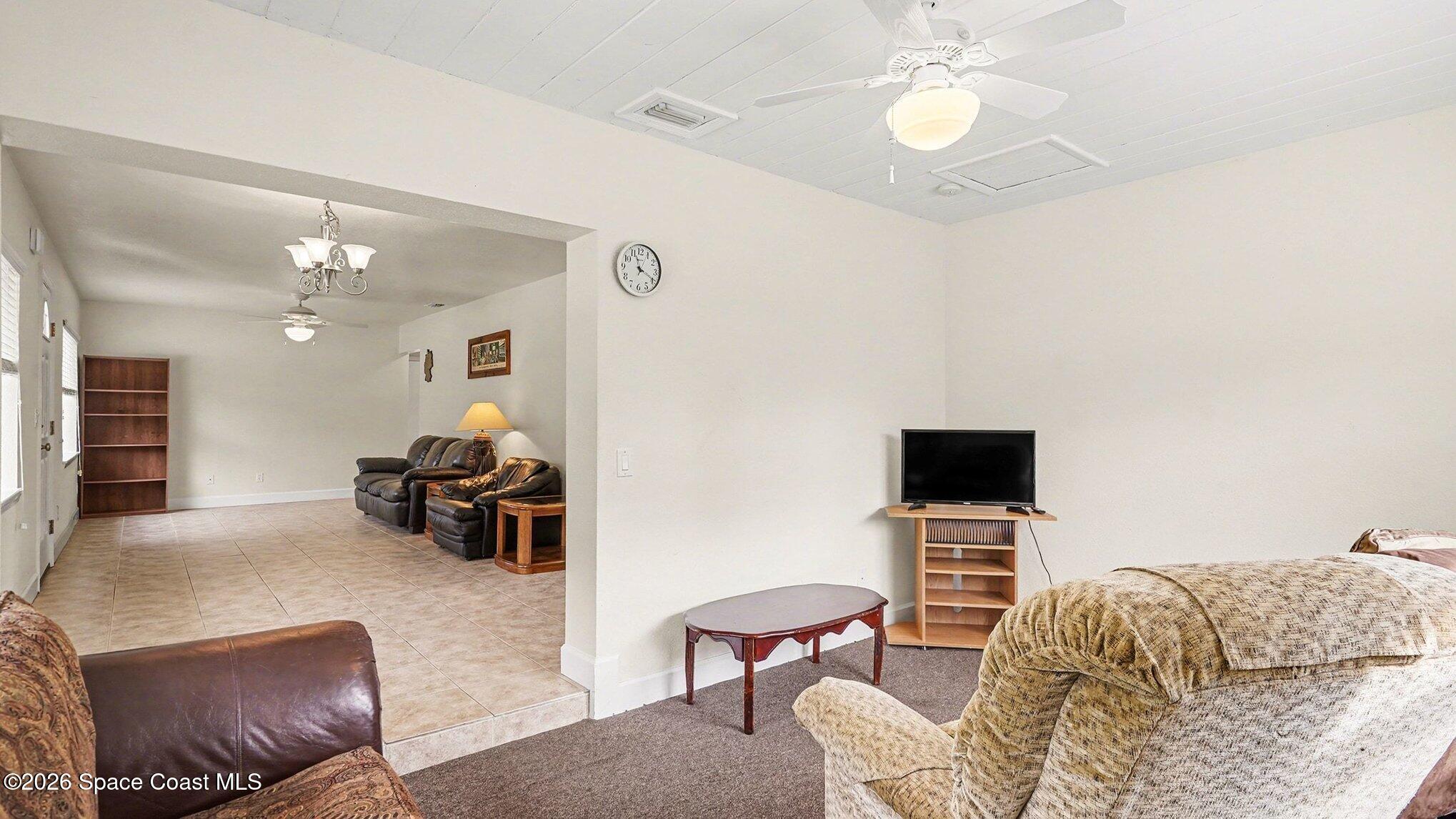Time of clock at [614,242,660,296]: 11:19
